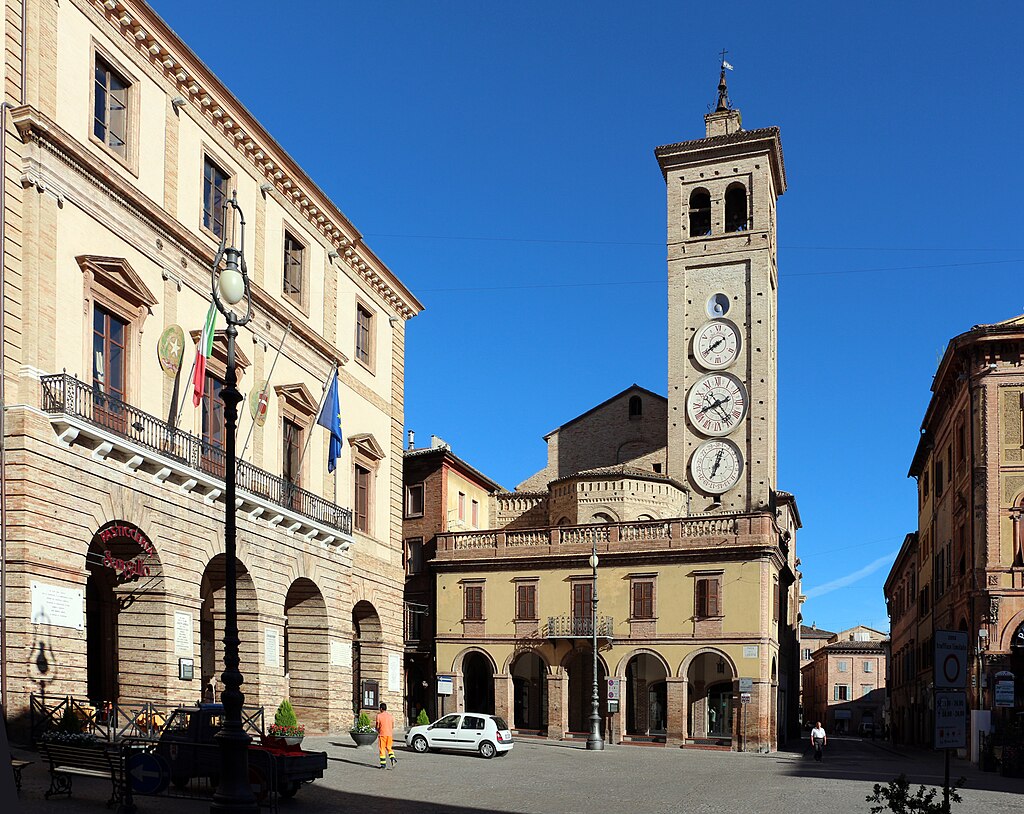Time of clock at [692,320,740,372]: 7:39
